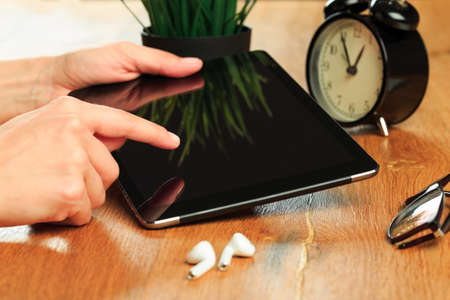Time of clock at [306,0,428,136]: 12:55
